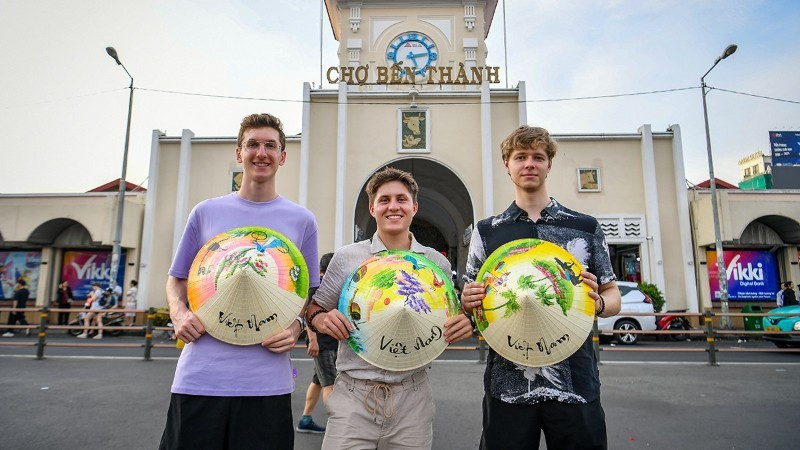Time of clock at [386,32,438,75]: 5:13
